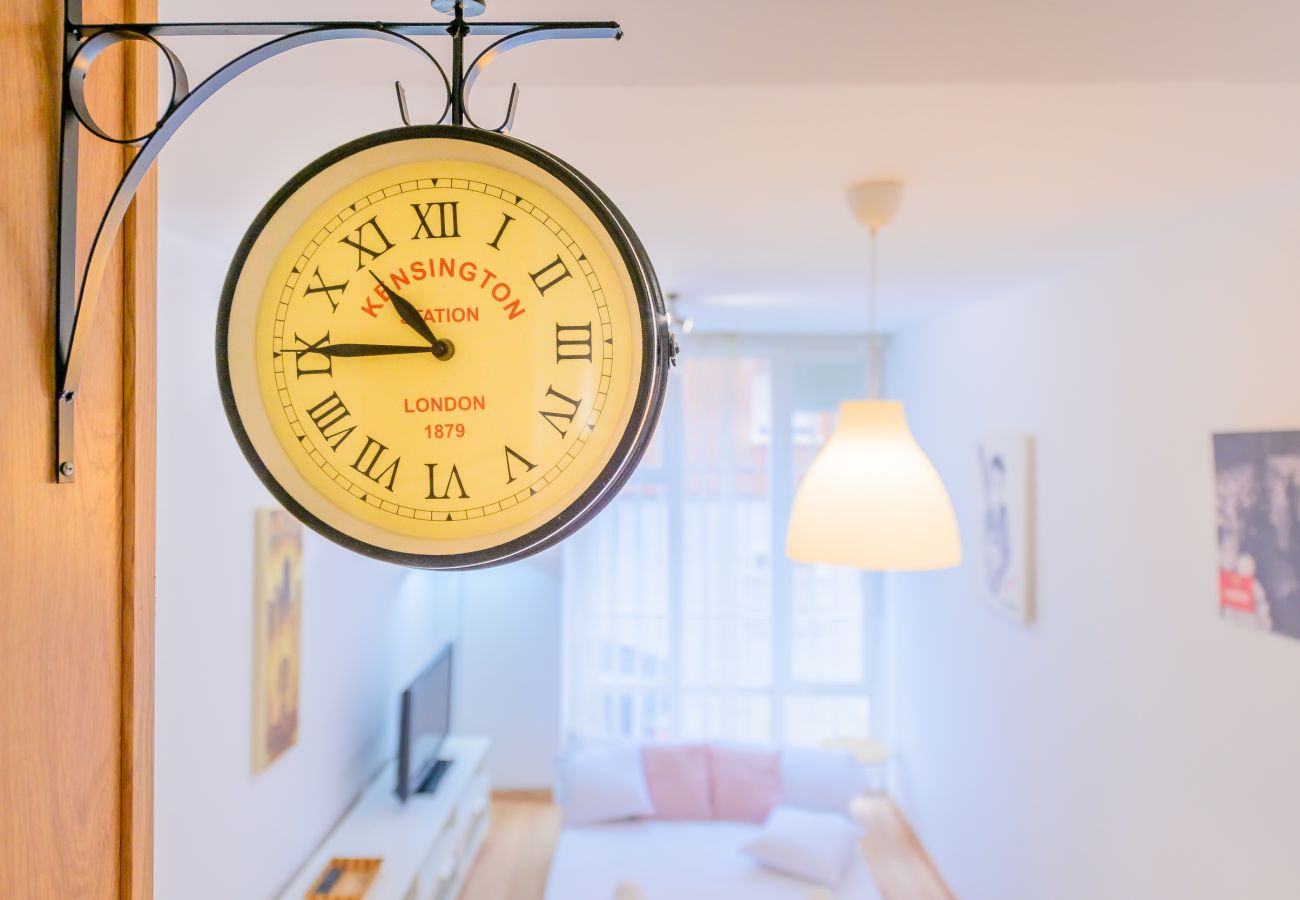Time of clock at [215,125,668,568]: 10:45
